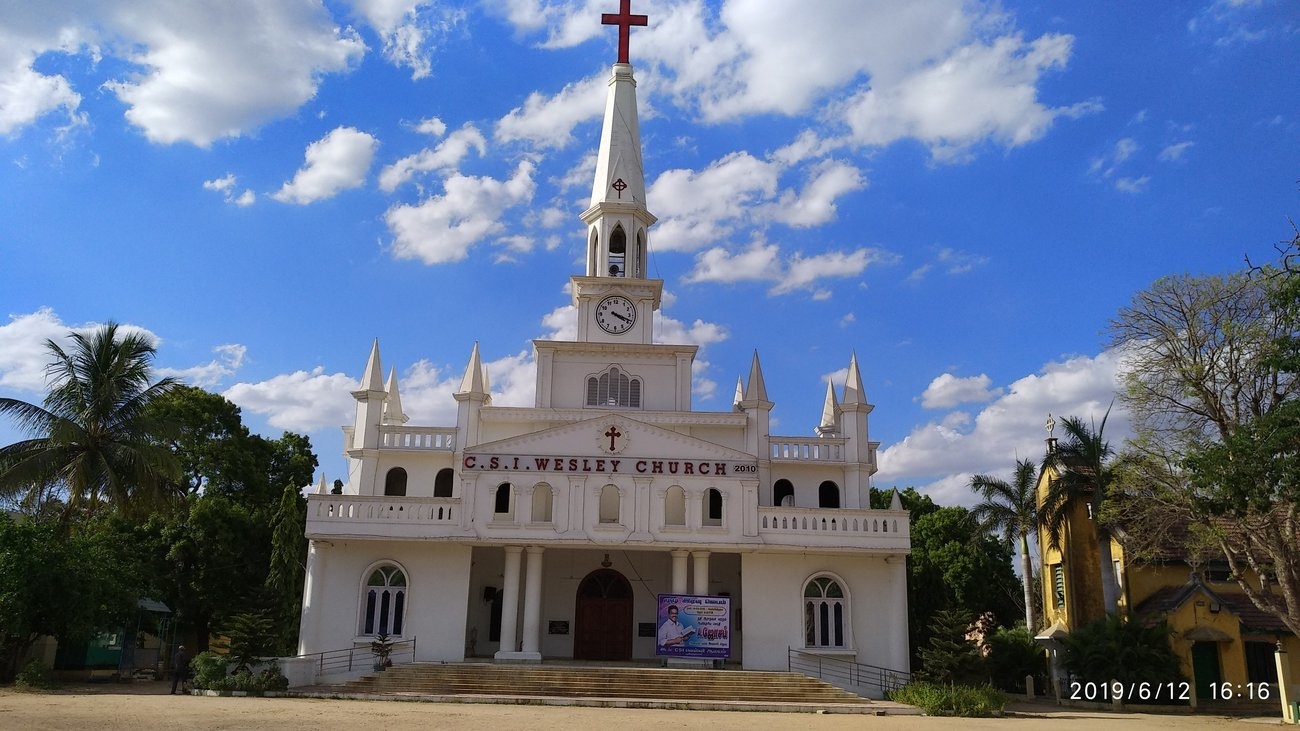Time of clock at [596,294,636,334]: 4:18
